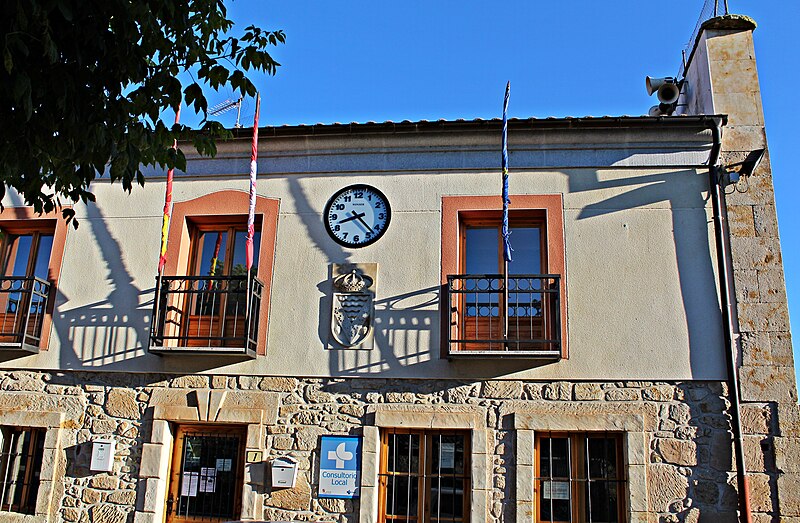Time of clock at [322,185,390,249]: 8:22
